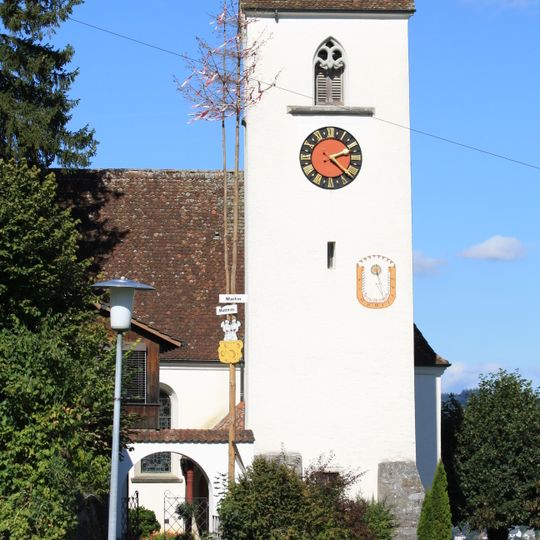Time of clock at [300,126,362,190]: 2:21
